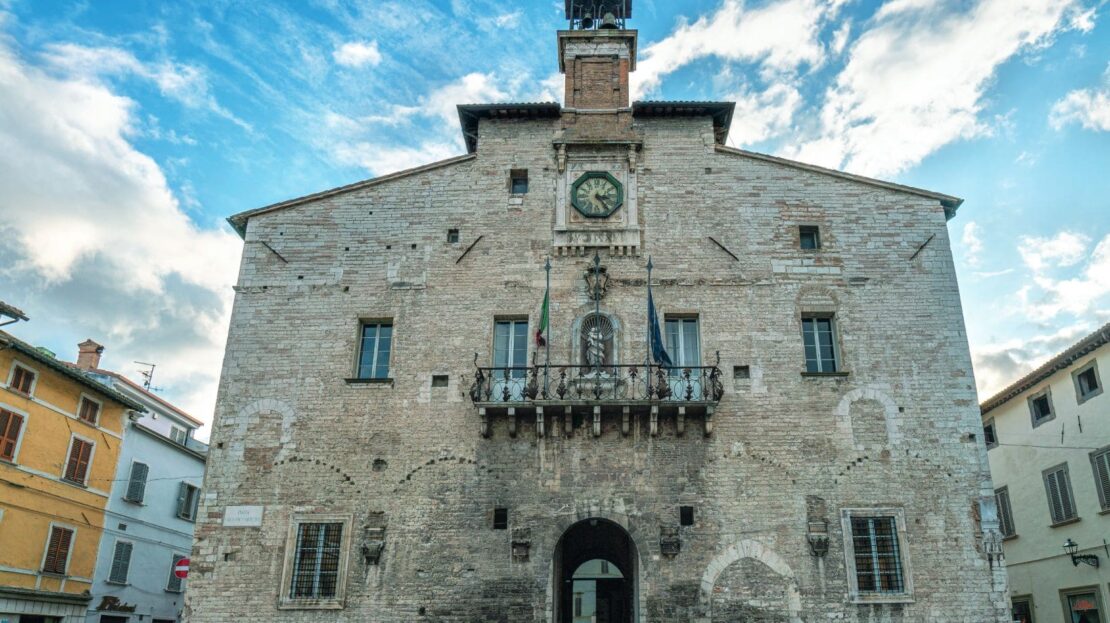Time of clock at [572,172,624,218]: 3:23
